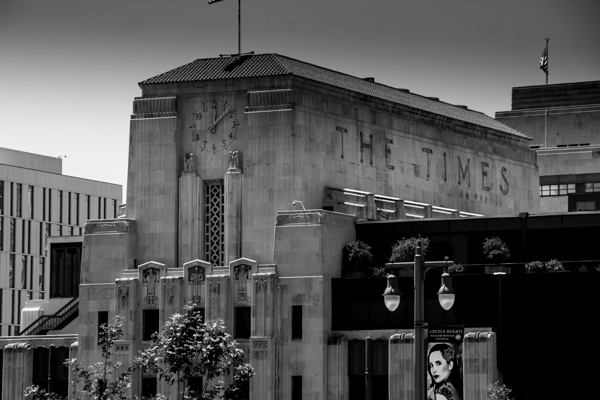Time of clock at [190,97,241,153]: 12:07
